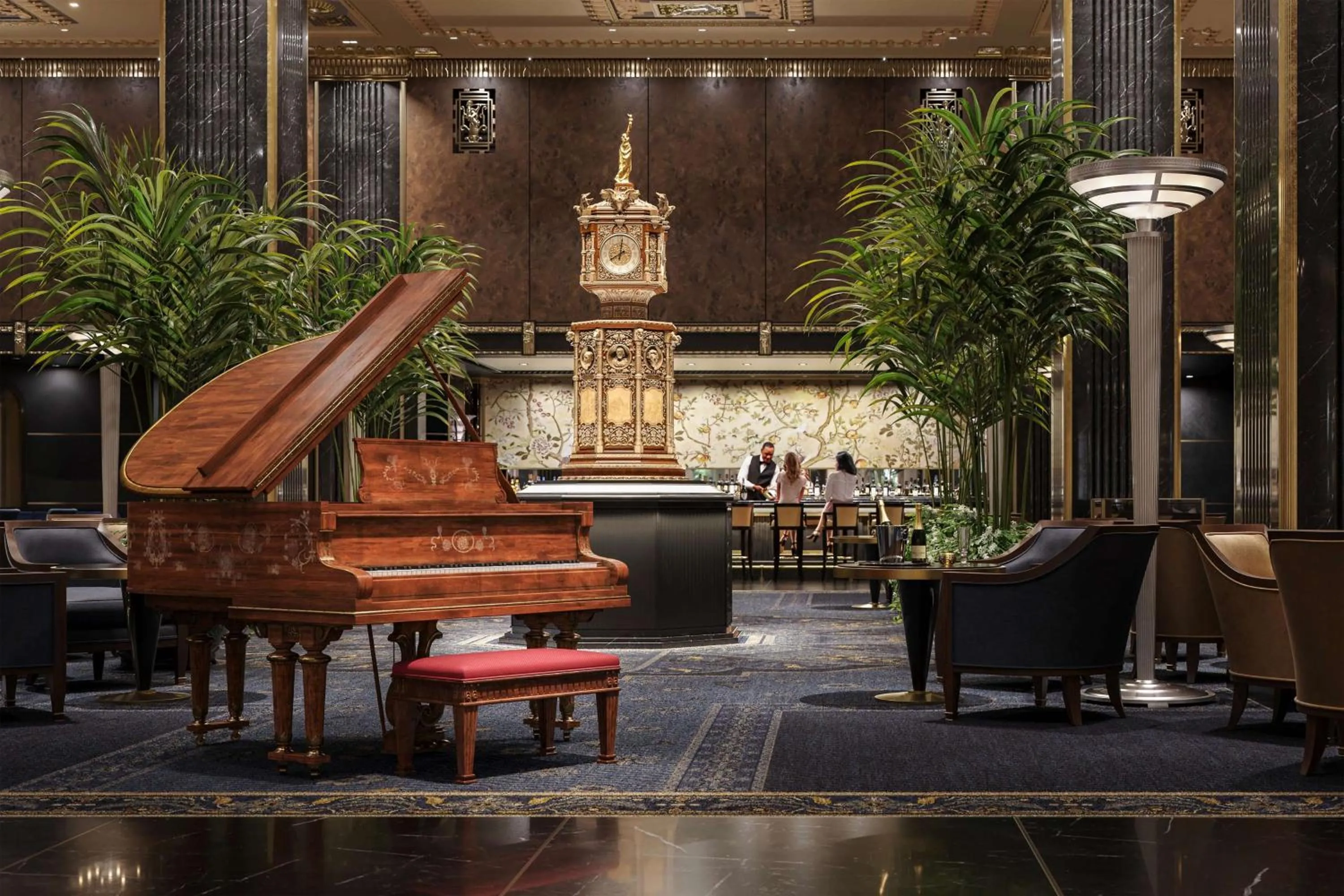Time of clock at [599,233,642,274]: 8:01
